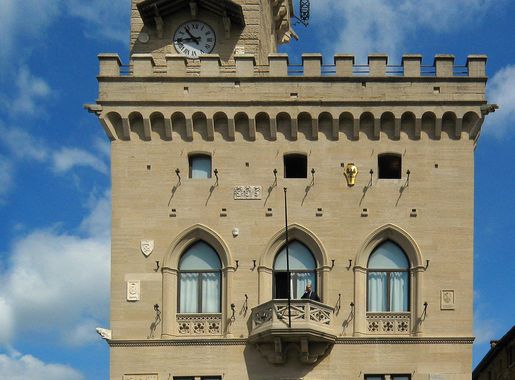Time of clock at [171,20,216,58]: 10:42
